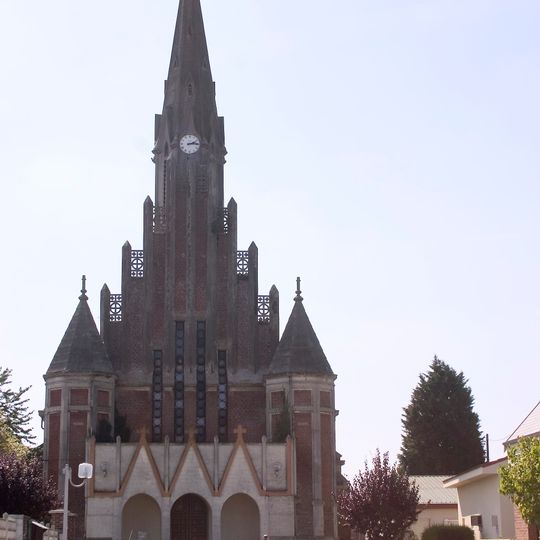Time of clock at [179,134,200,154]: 2:14
